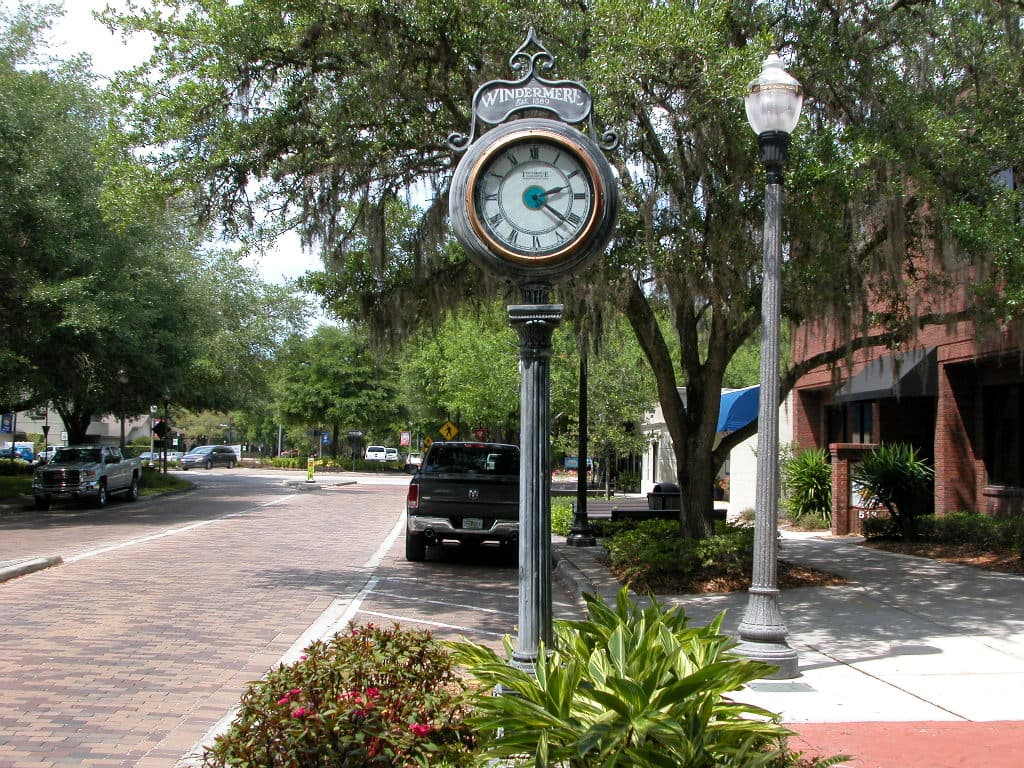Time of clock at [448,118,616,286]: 2:21
